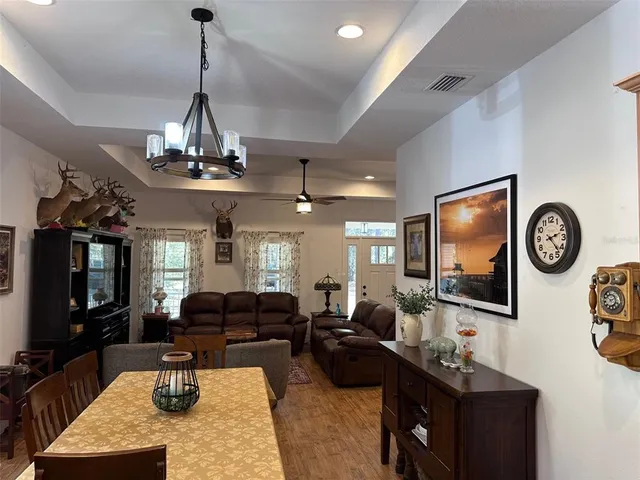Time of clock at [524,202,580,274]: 2:22
